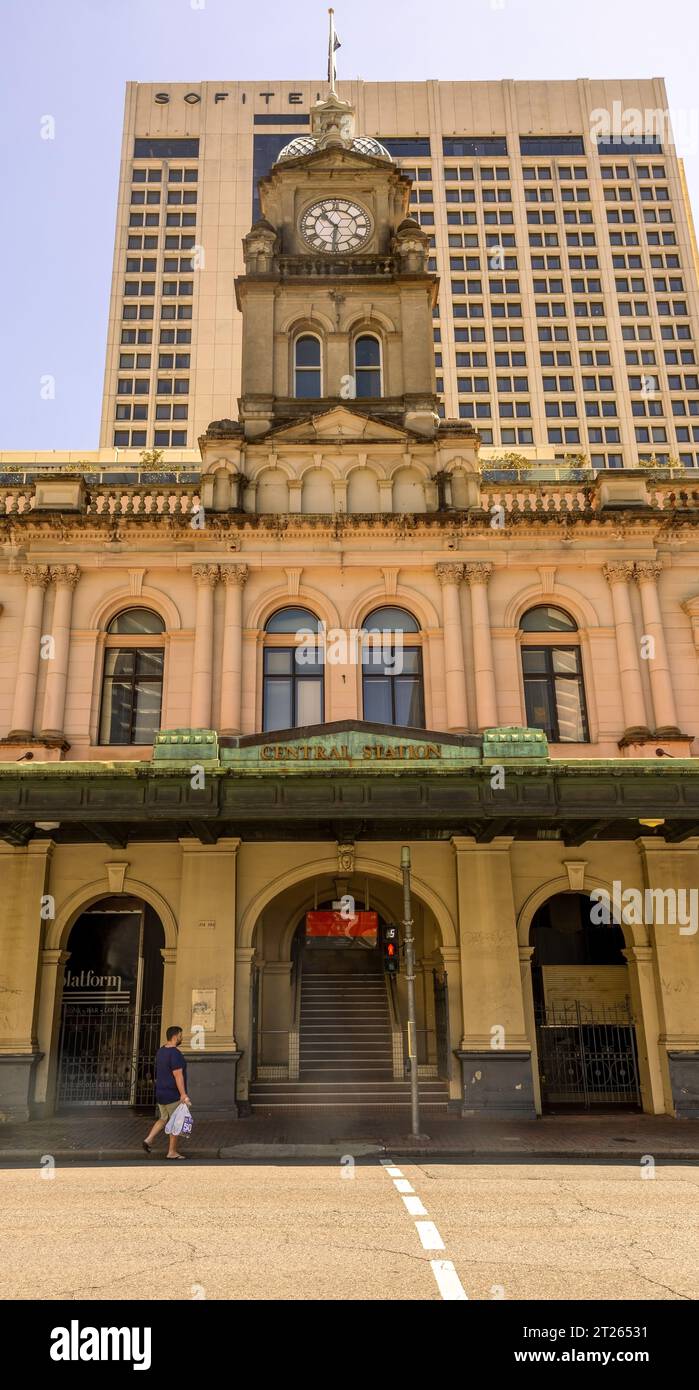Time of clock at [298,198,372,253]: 10:31
